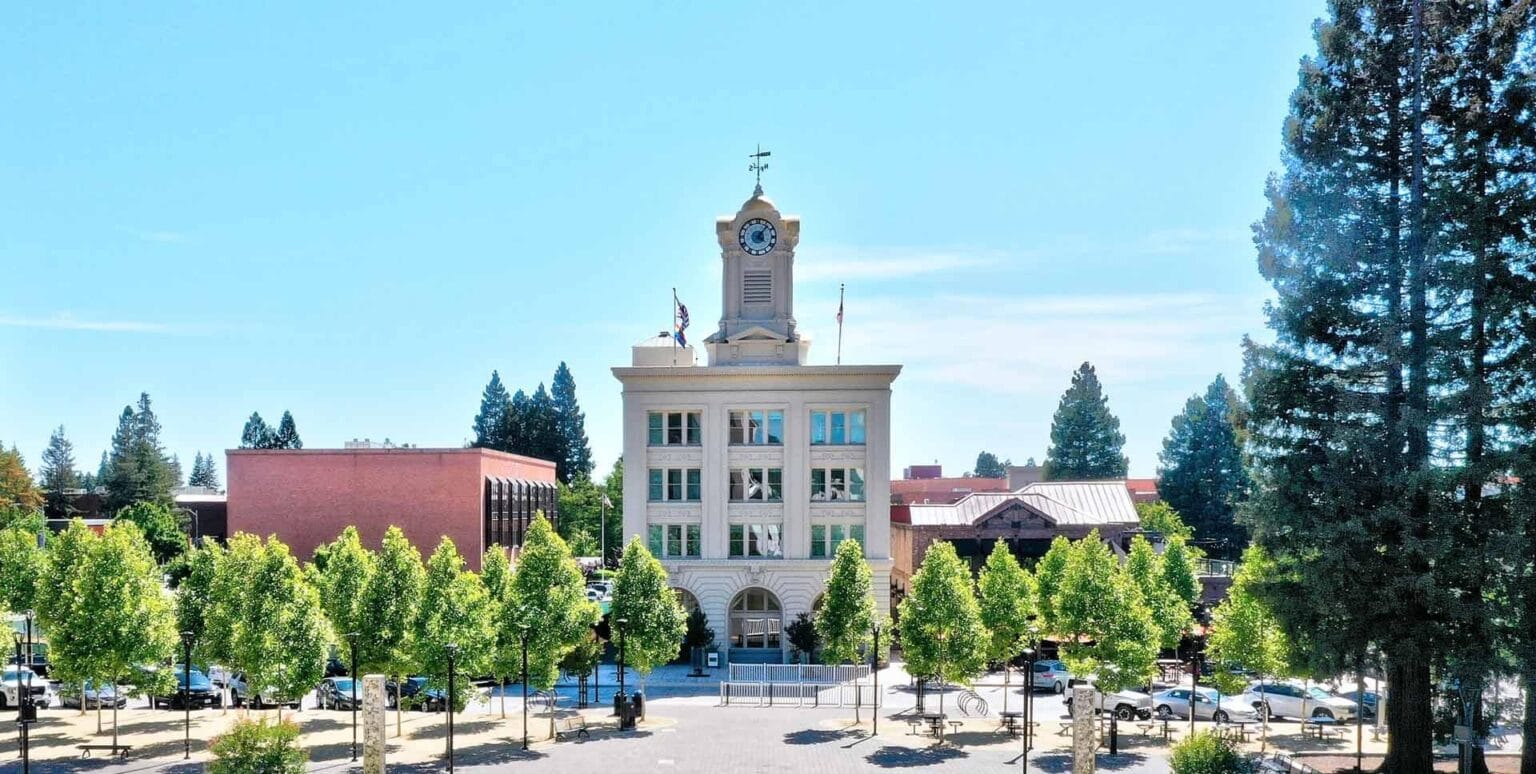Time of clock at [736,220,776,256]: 4:06
